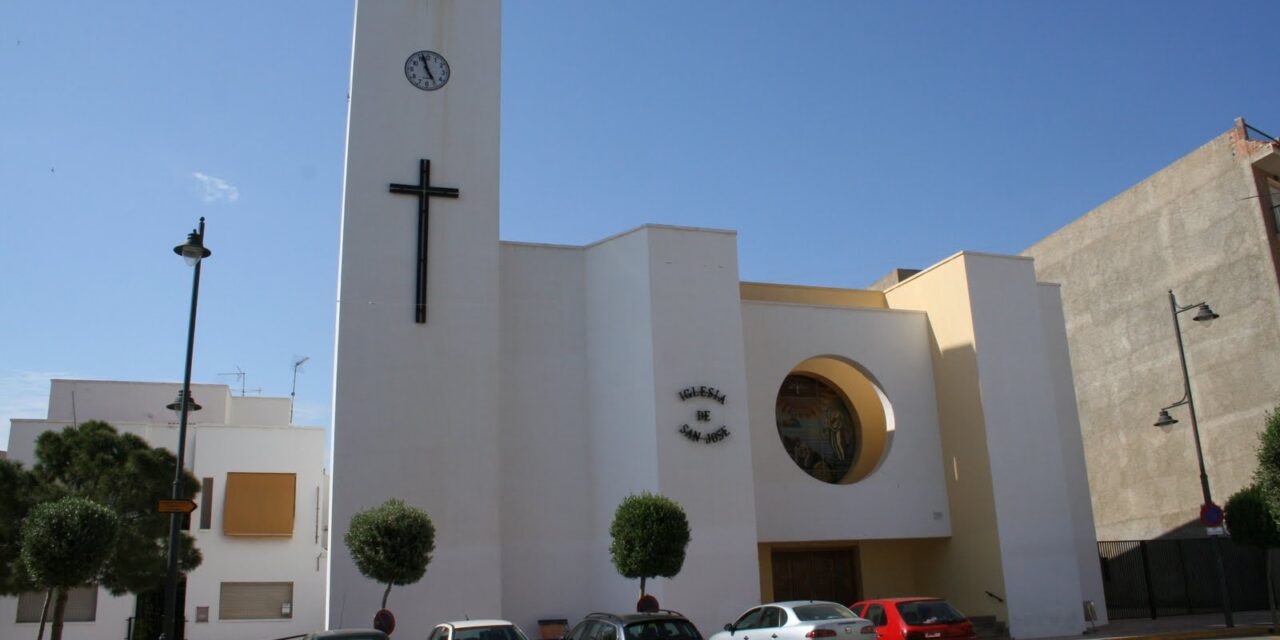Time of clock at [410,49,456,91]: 4:57
